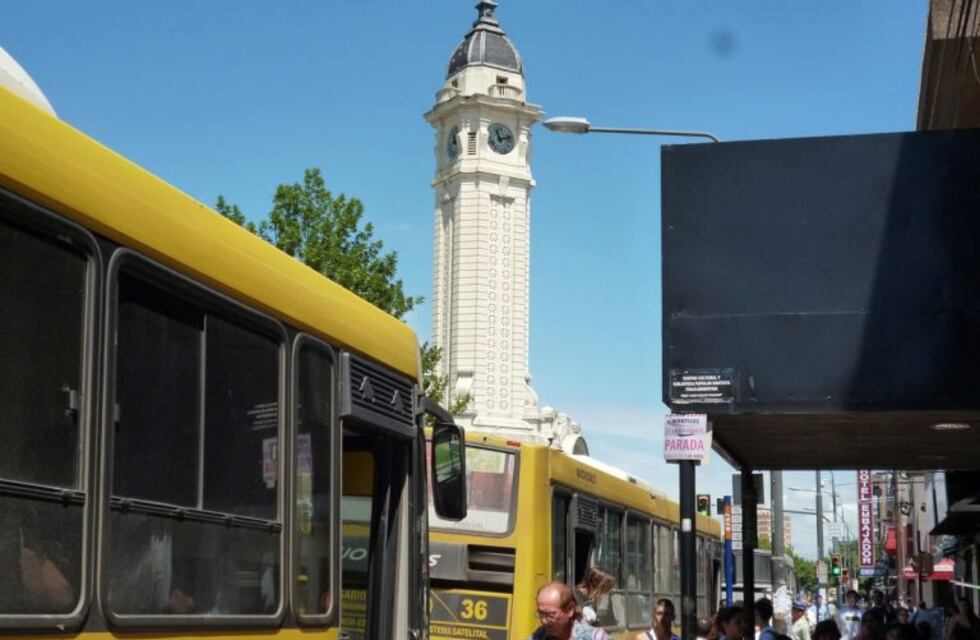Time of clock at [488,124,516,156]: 11:12
